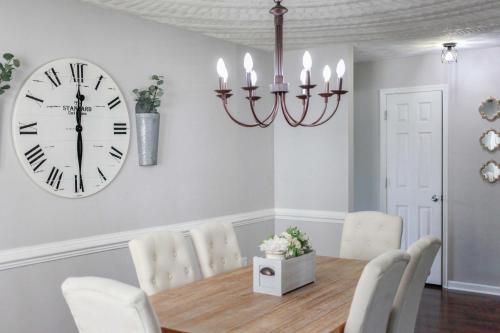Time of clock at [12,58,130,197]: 6:00
